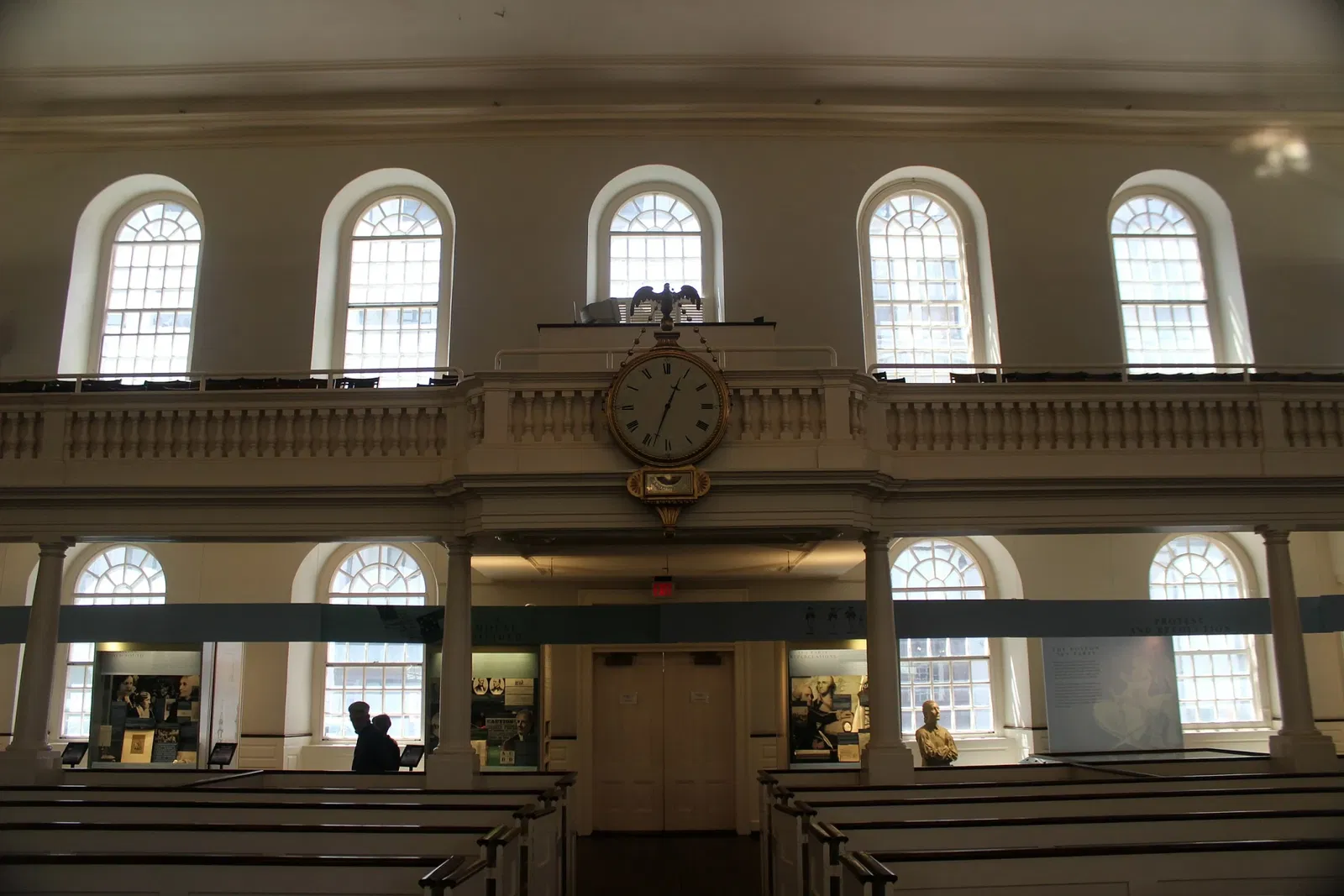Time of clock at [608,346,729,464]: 12:33
